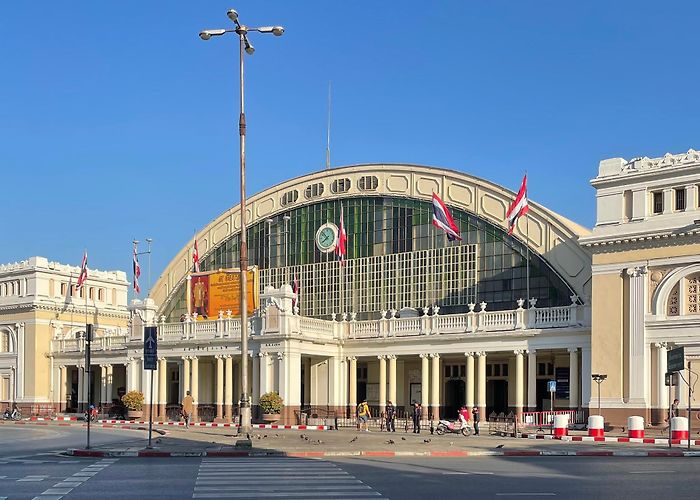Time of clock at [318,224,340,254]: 7:51
